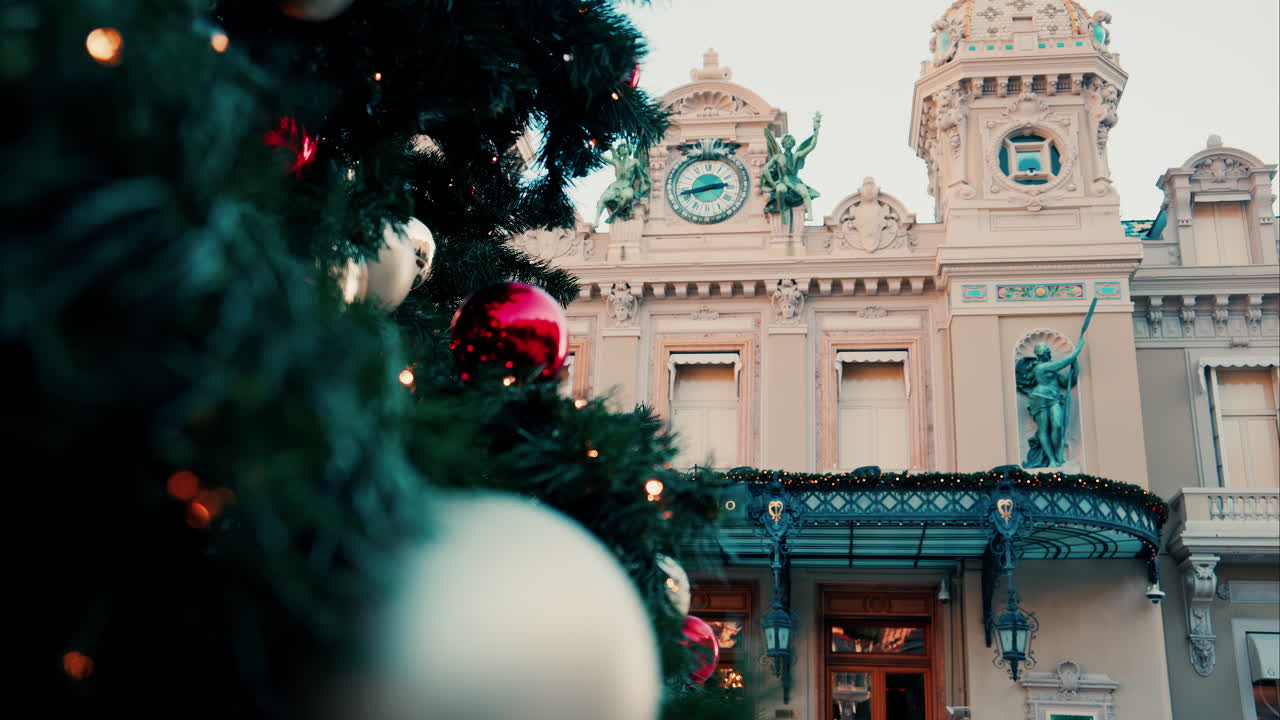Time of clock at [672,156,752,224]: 2:42
